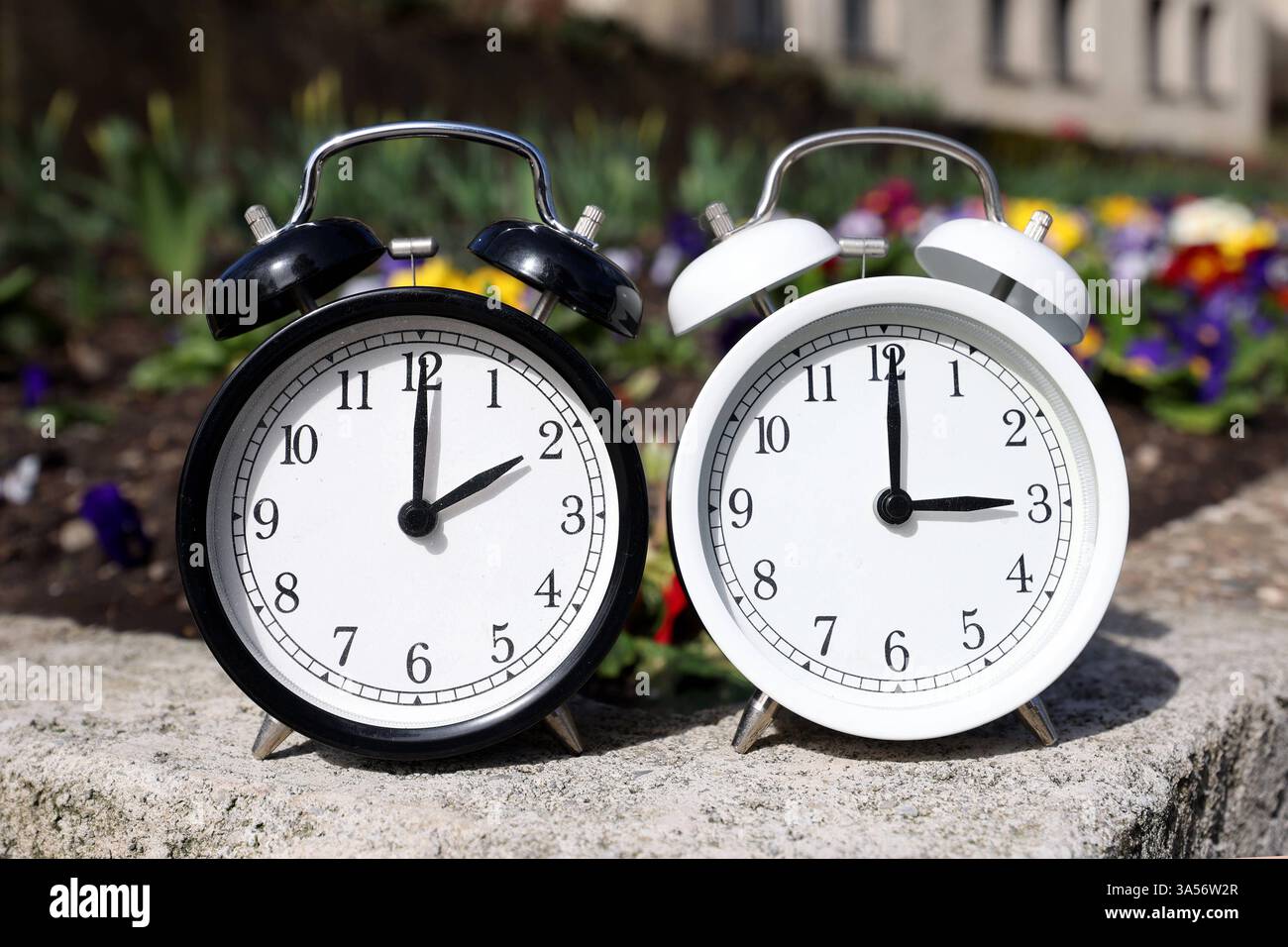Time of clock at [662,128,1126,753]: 3:00
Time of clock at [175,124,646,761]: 2:00
